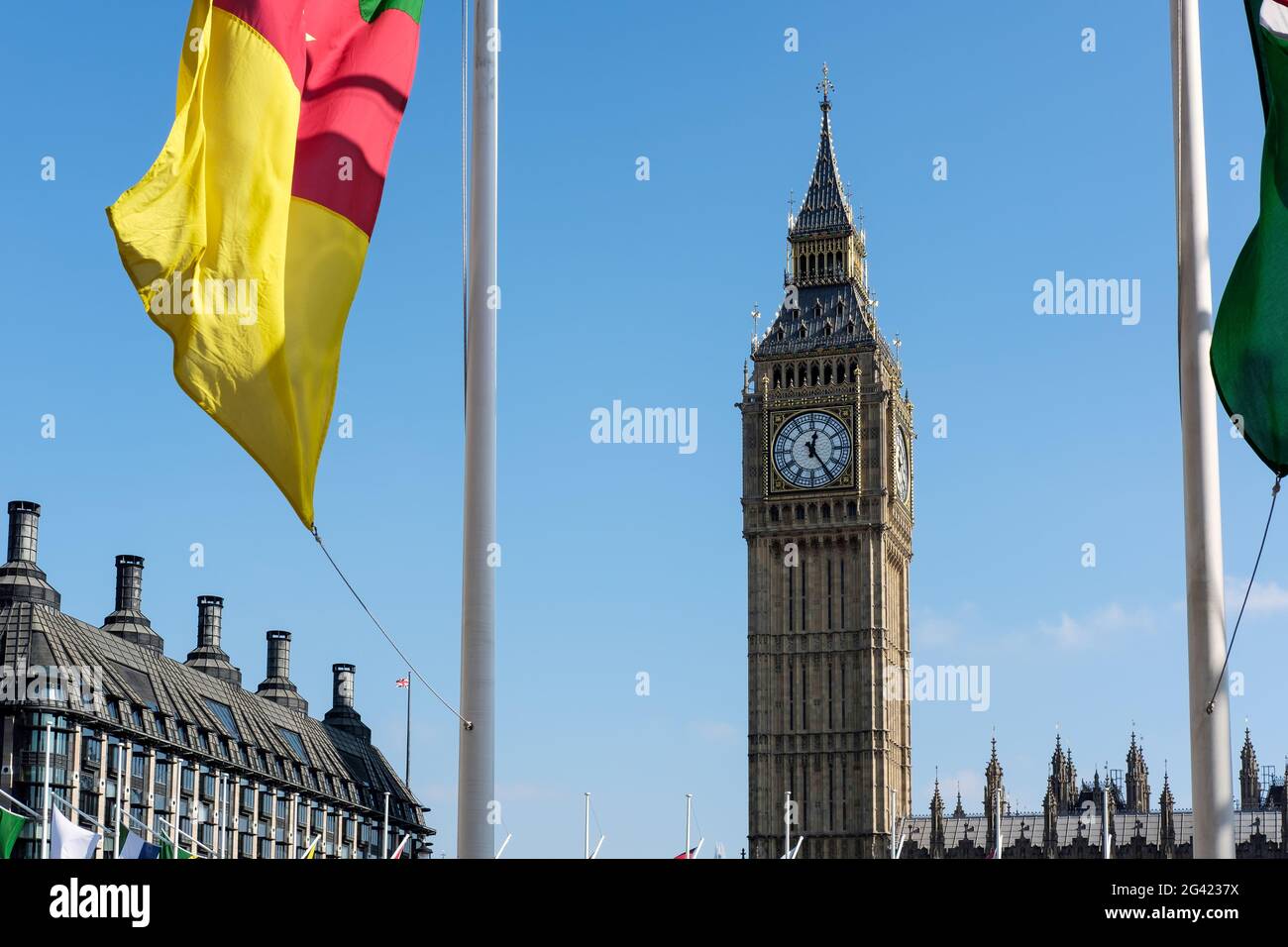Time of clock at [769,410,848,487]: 12:24
